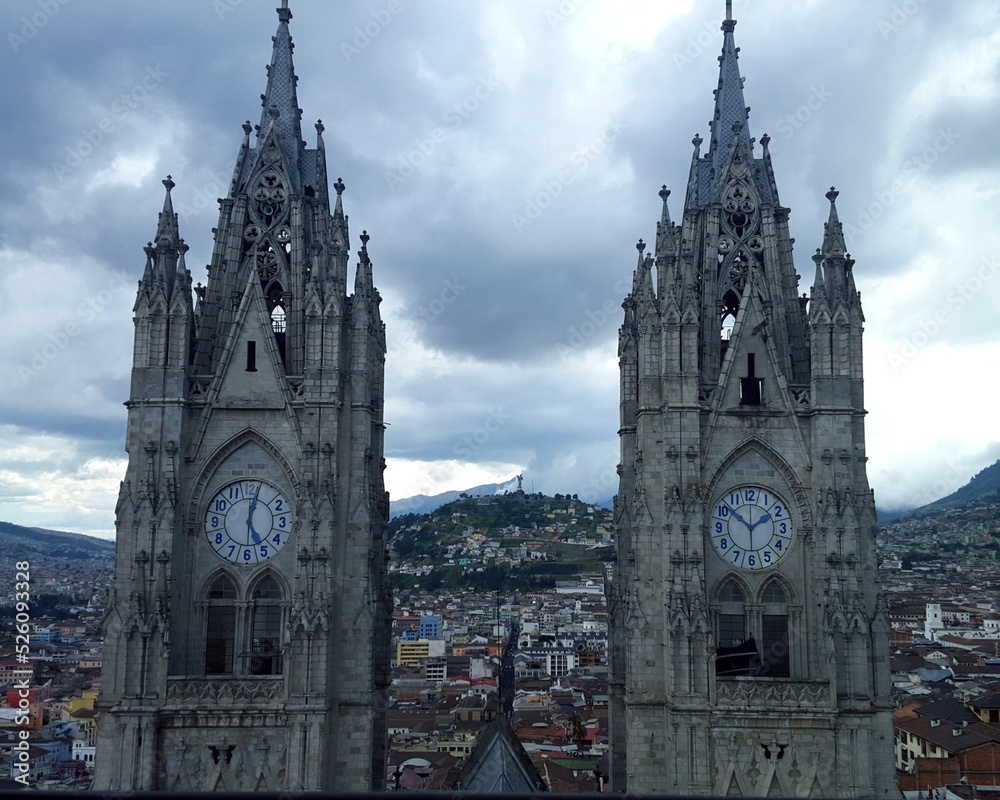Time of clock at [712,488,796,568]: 1:51
